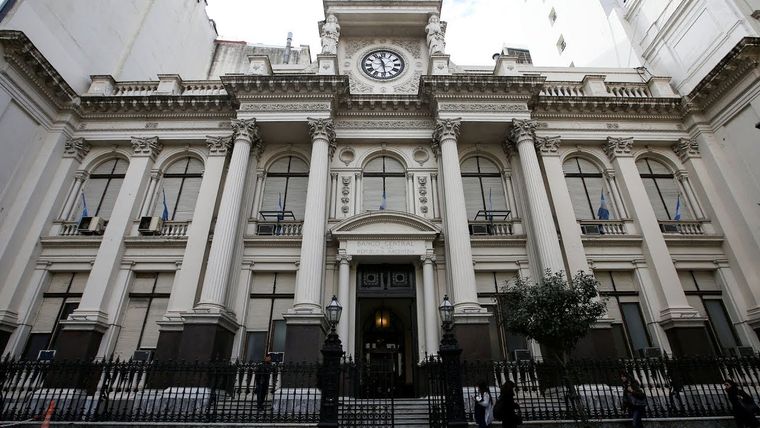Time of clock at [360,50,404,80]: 11:28
